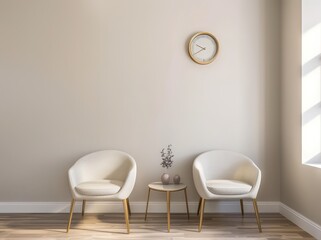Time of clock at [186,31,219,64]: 9:40
